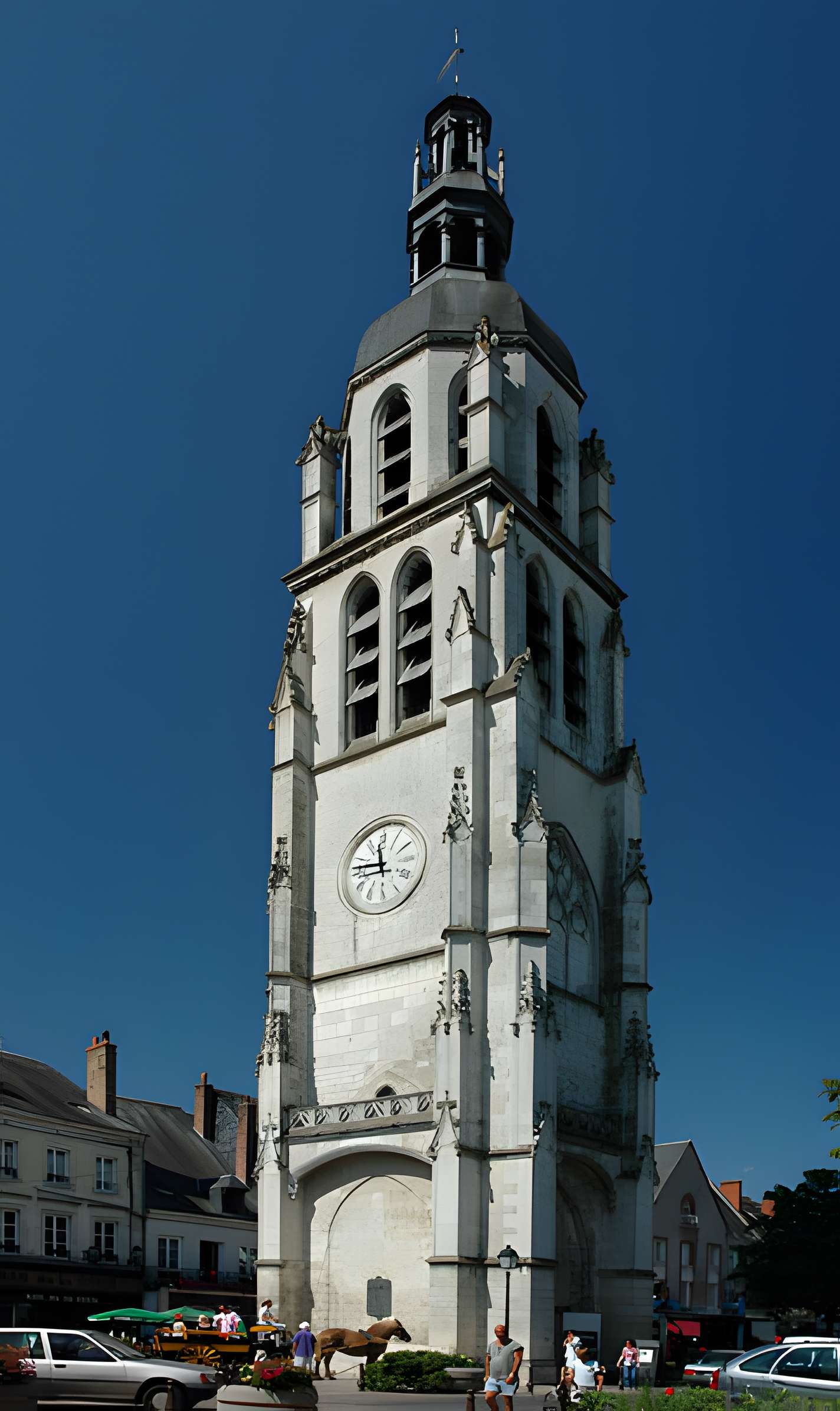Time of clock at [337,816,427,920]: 11:46
